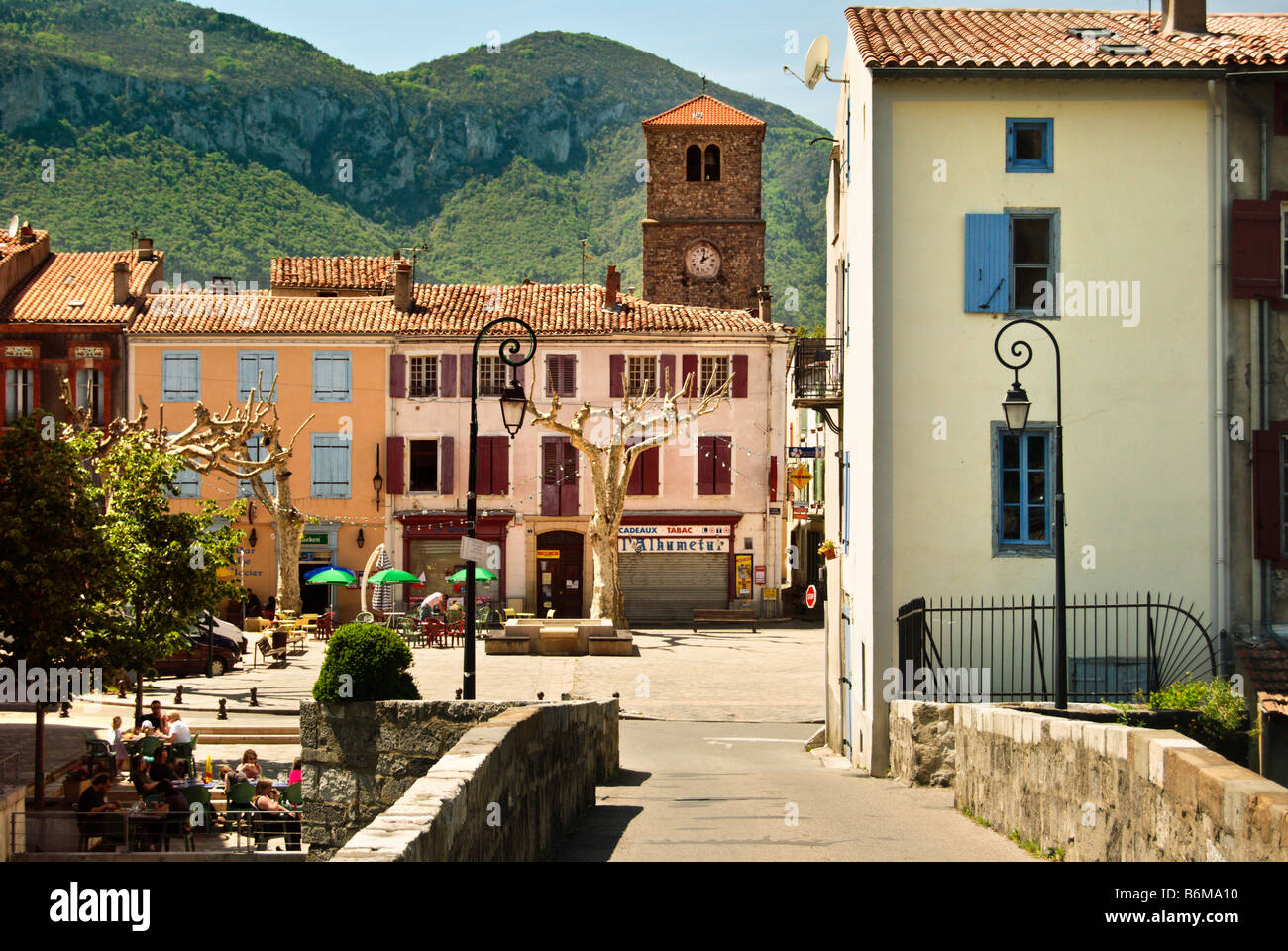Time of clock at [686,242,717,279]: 2:01
